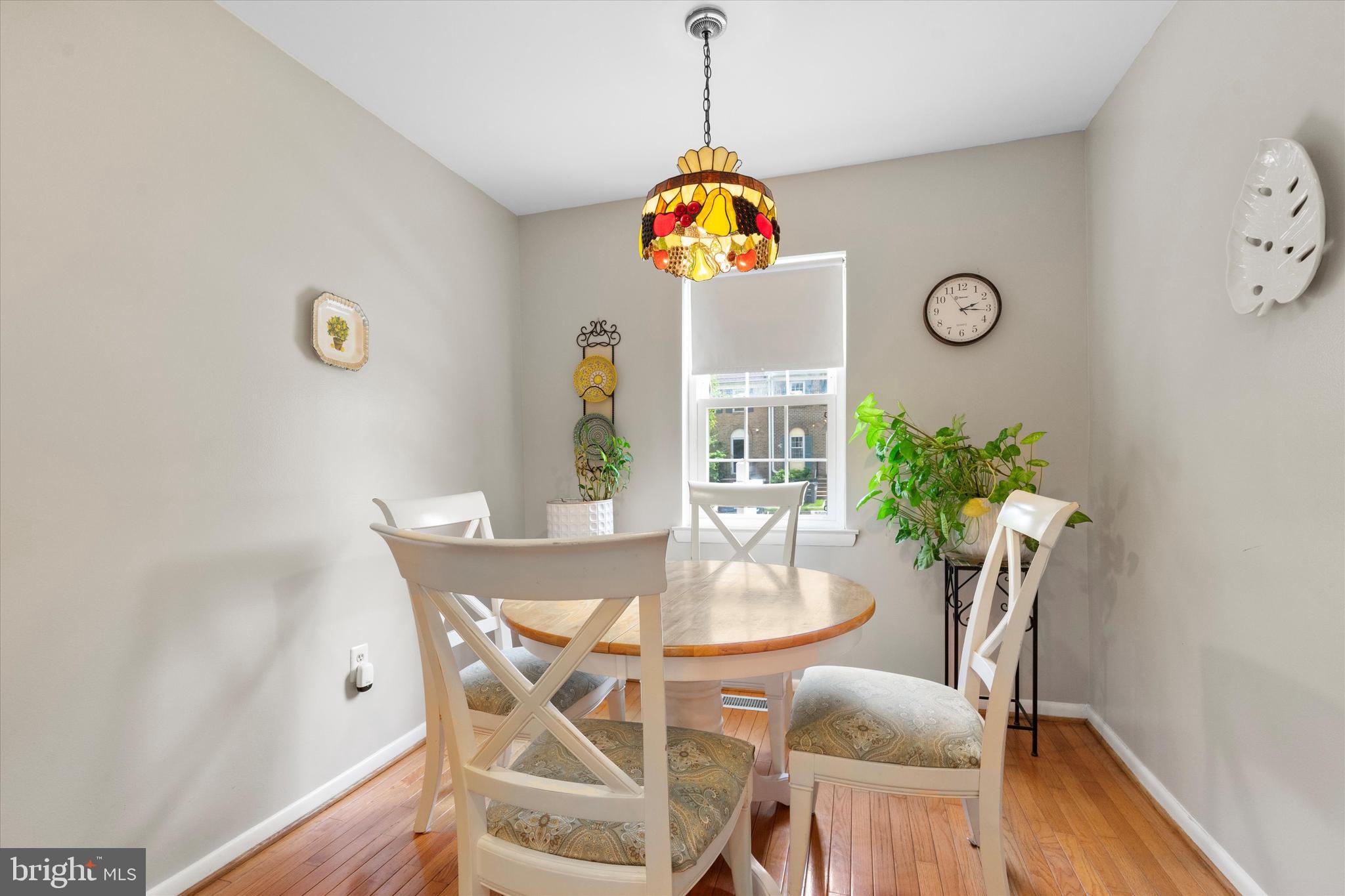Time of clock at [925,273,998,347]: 2:15
